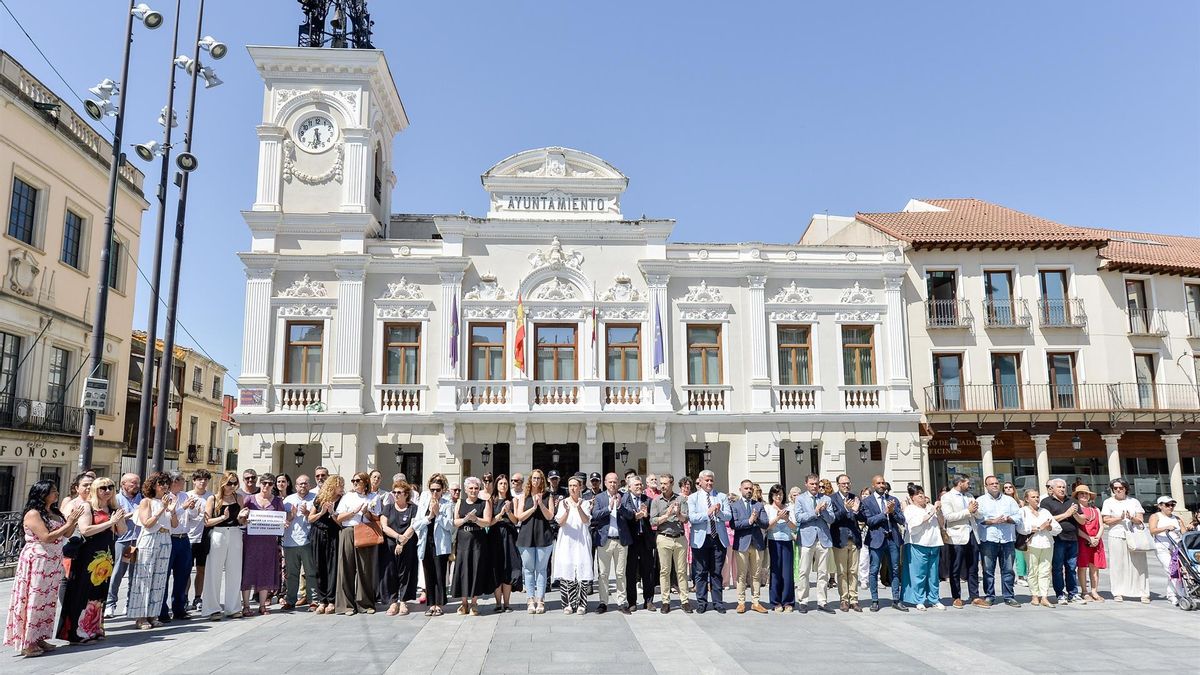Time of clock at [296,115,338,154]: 5:31
